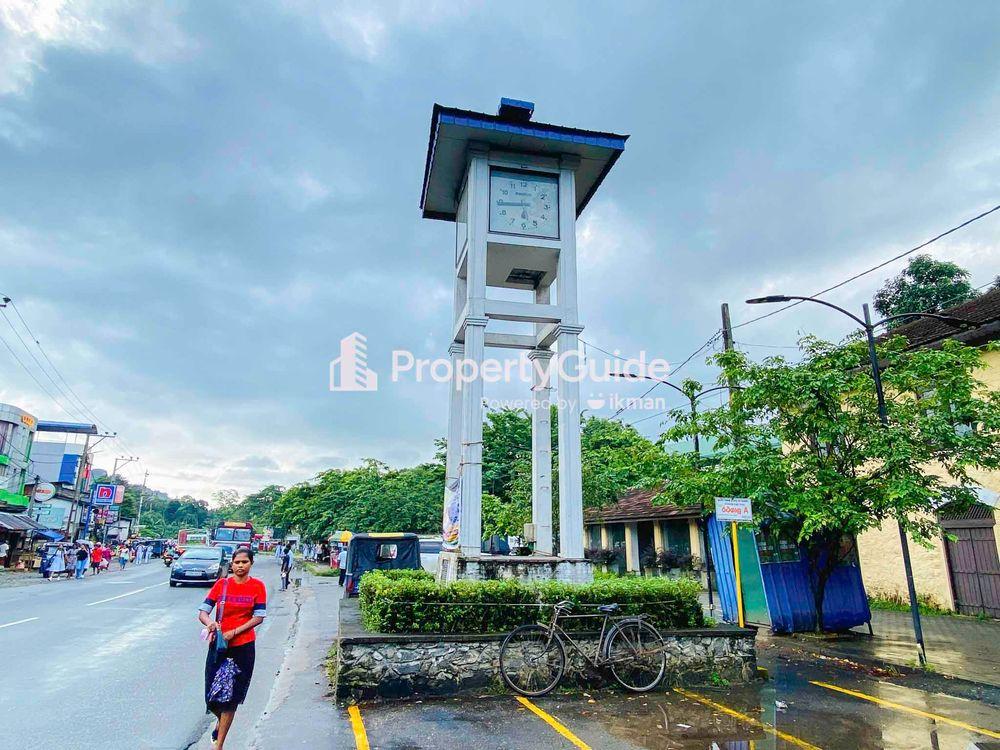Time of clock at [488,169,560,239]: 5:44
